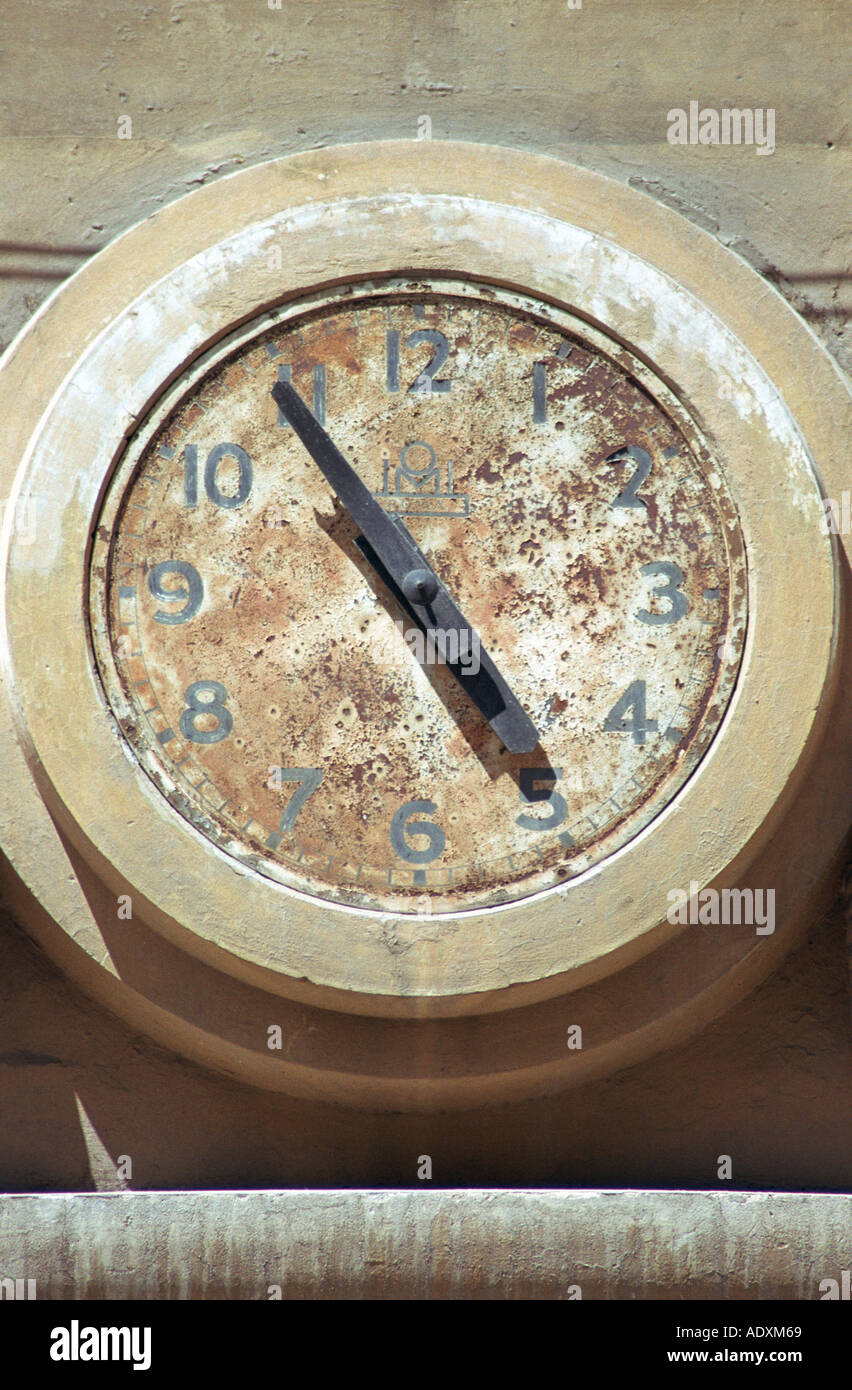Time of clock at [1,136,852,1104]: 4:54
